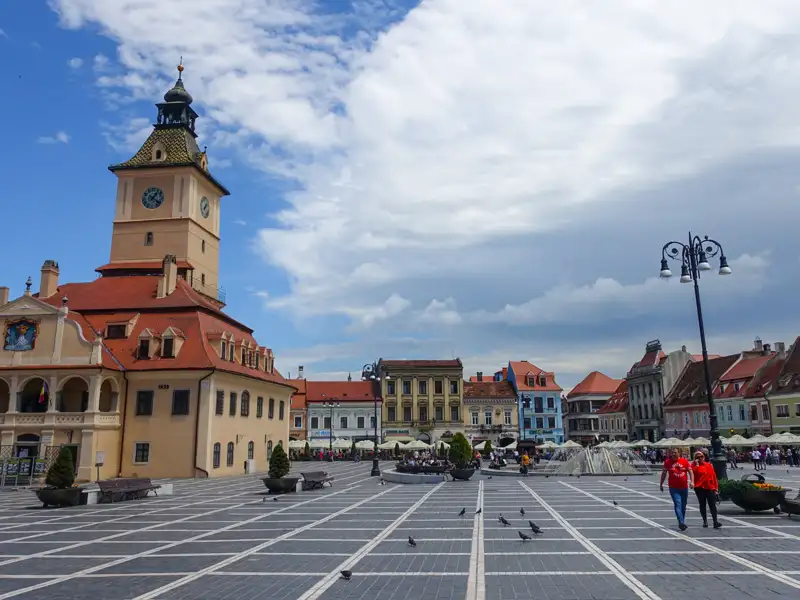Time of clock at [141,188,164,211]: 1:20
